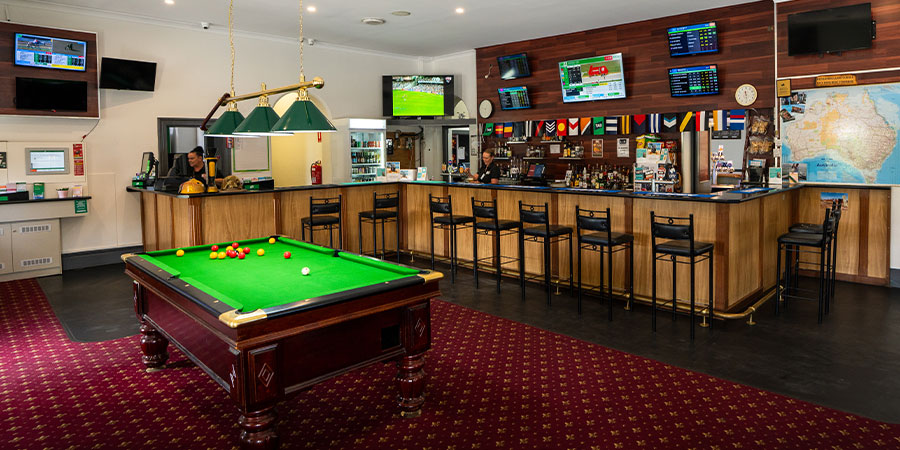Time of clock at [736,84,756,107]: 11:28
